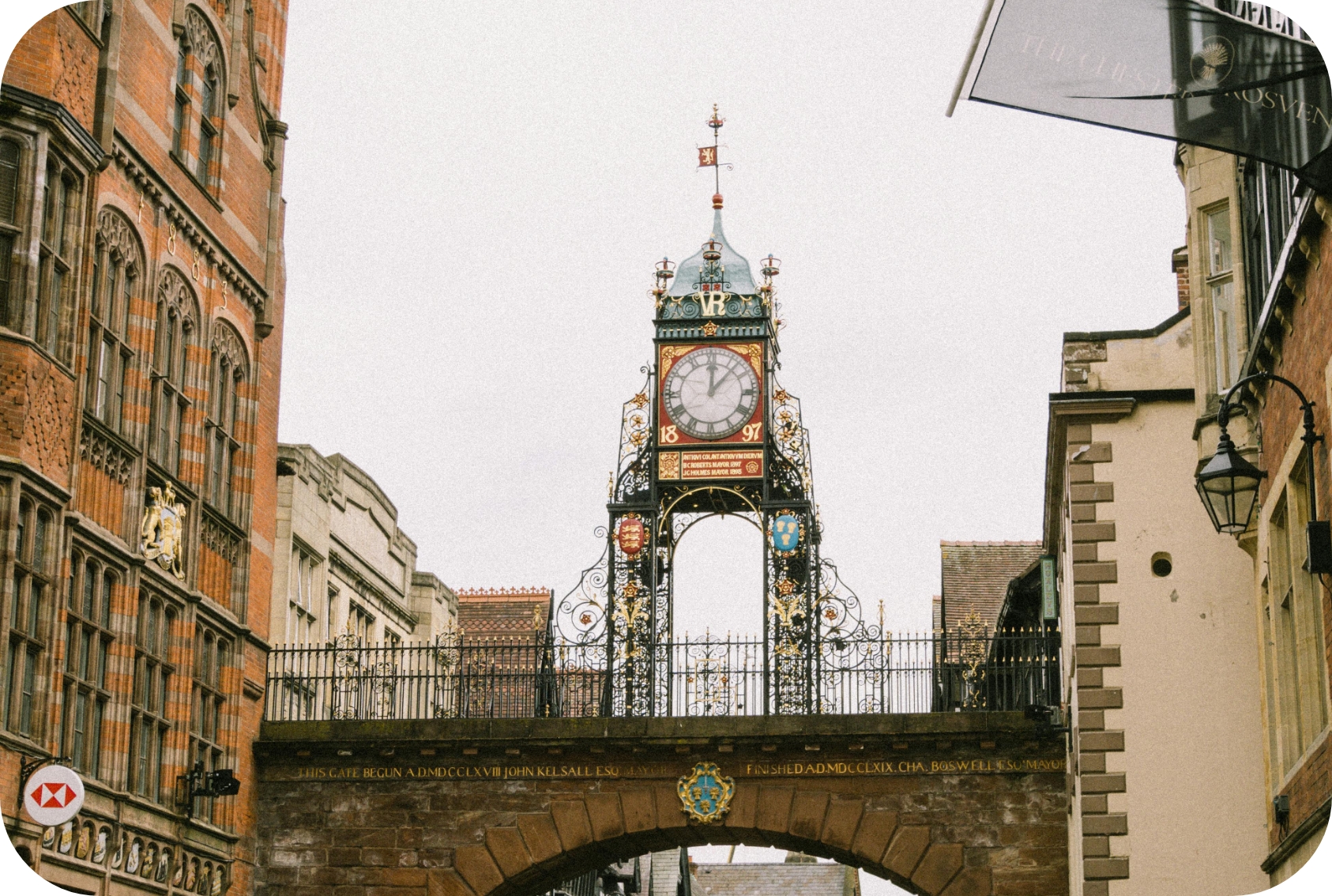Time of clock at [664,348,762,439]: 12:07
